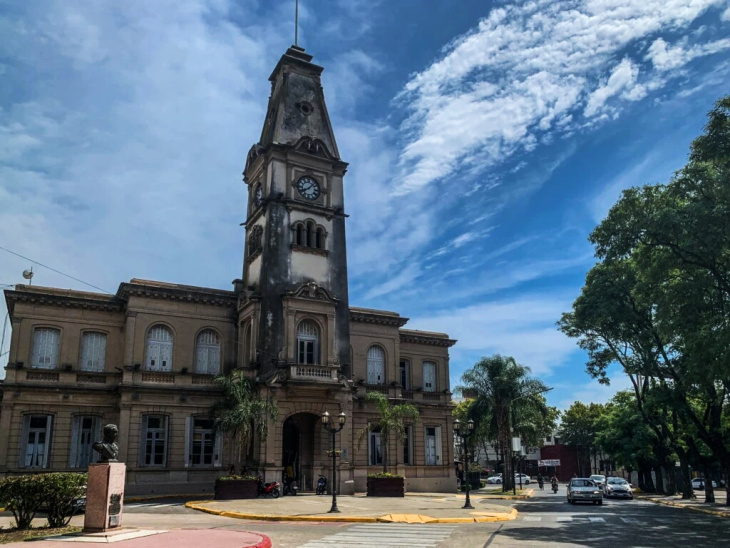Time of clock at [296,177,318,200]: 8:07
